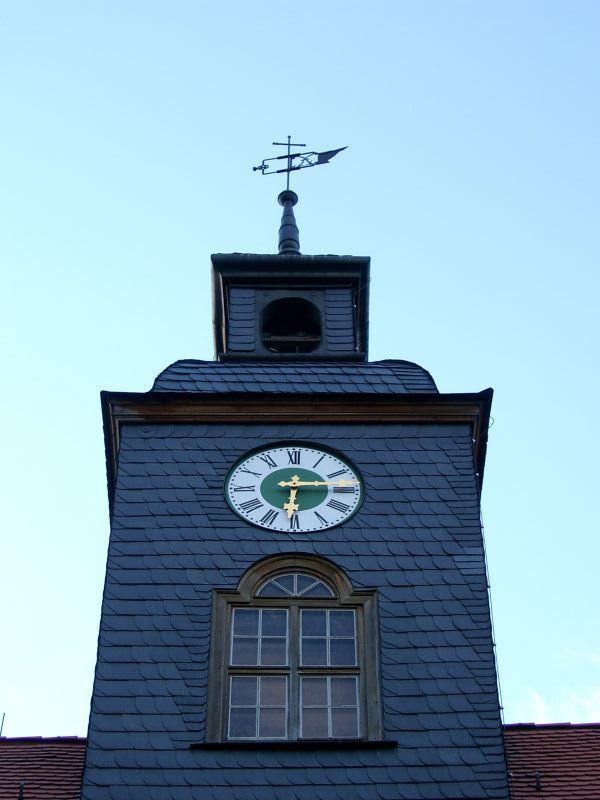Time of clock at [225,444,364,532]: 6:14
